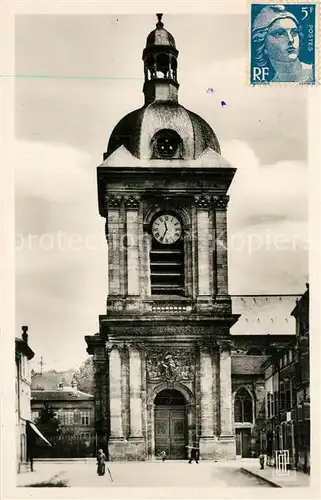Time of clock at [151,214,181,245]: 11:34
